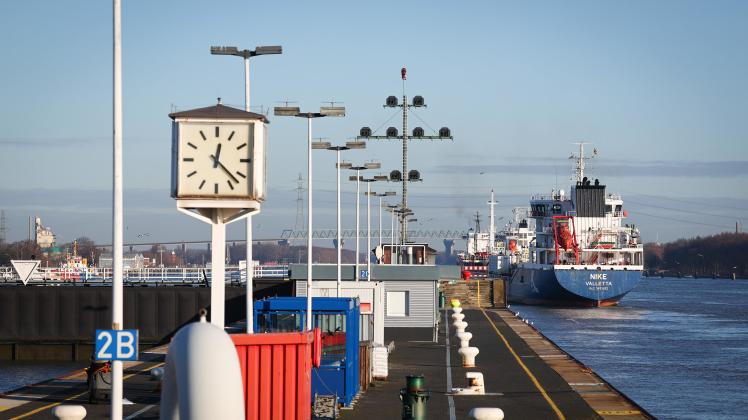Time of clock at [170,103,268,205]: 12:22
